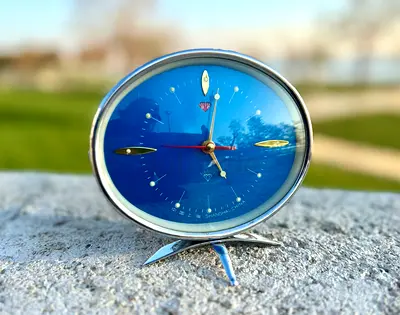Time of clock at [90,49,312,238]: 5:01
